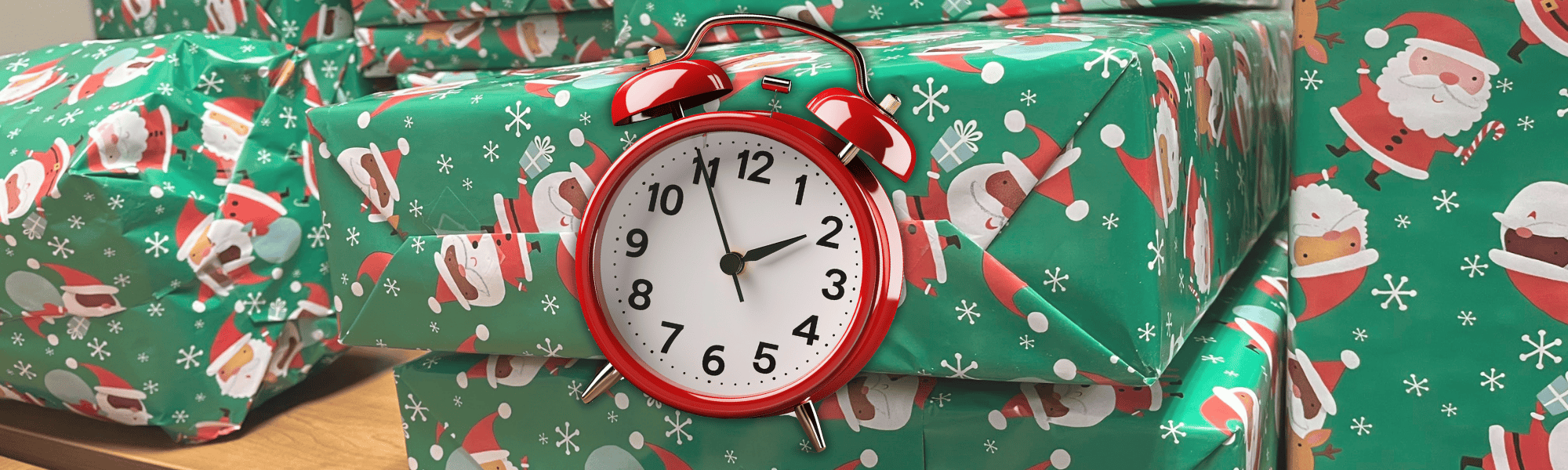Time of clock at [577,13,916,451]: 1:55
